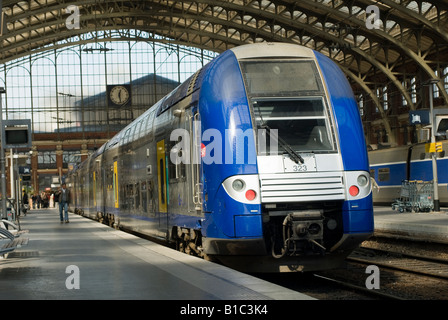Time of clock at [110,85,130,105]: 12:28
